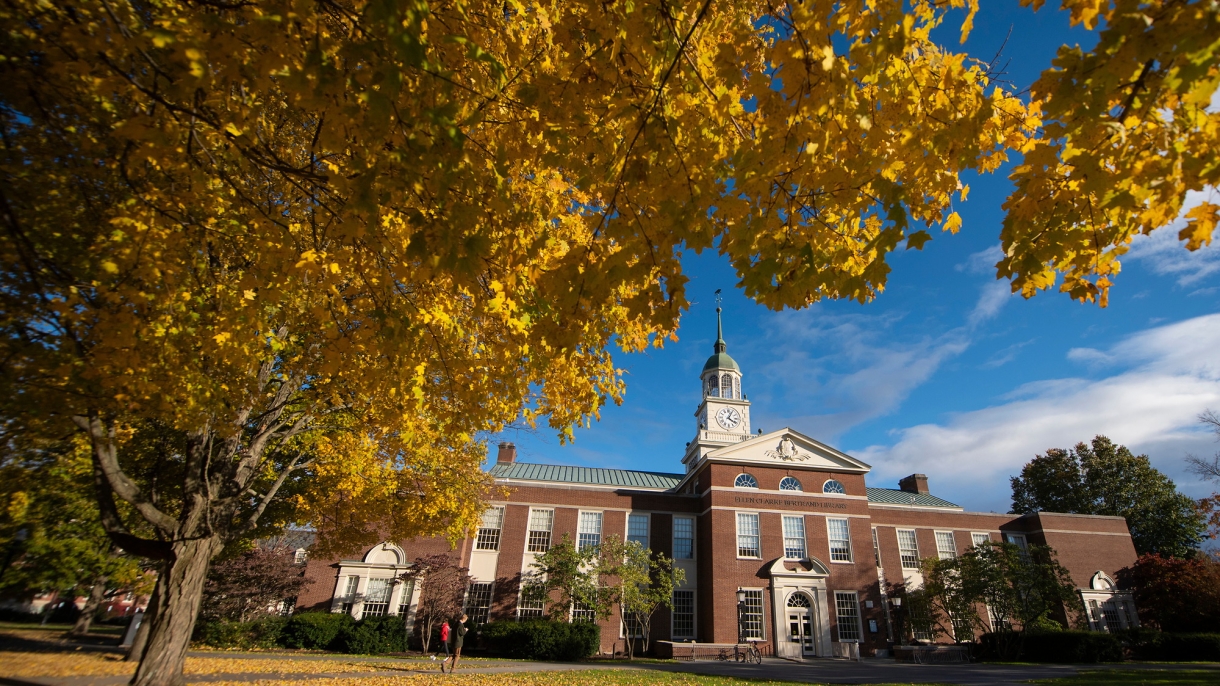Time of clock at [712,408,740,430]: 4:04
